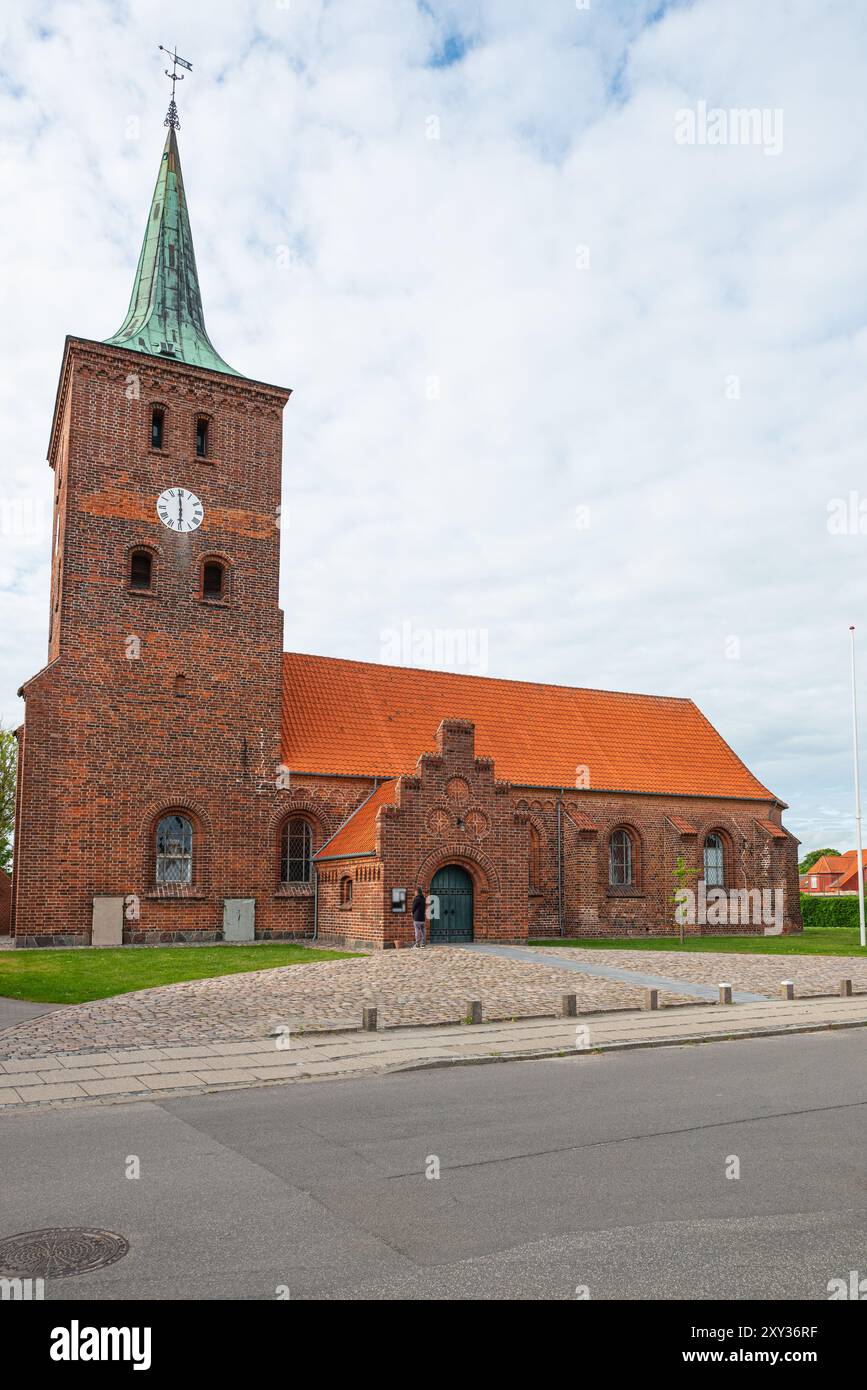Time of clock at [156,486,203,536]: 5:59
